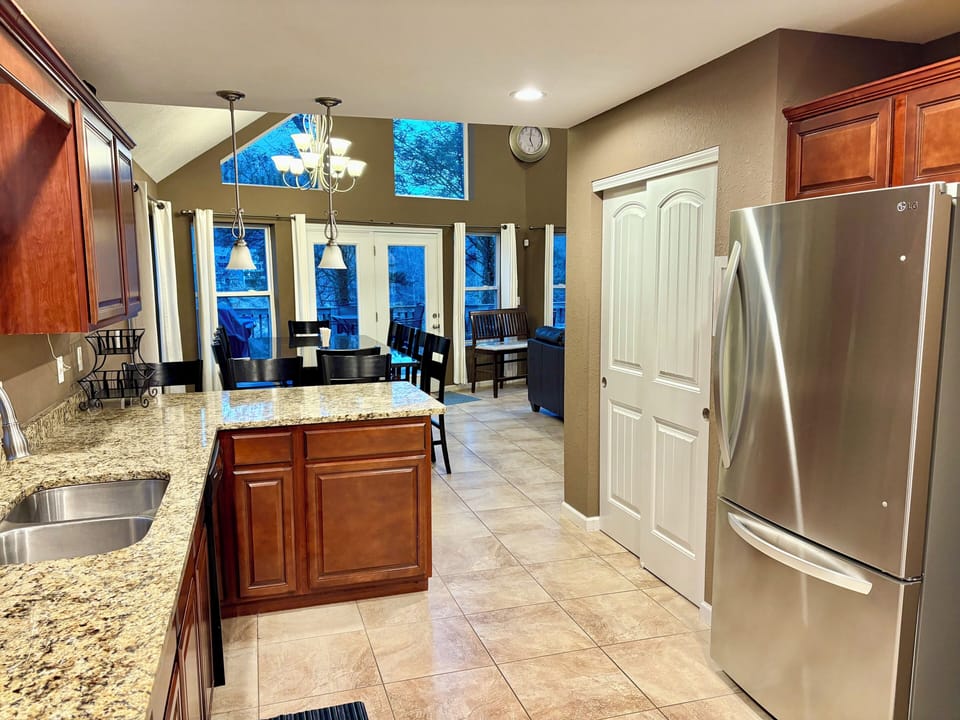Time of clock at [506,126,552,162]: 5:00
